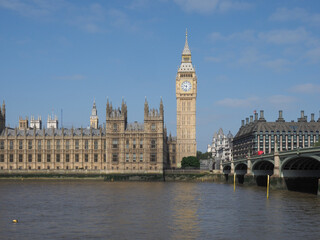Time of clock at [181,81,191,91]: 9:32
